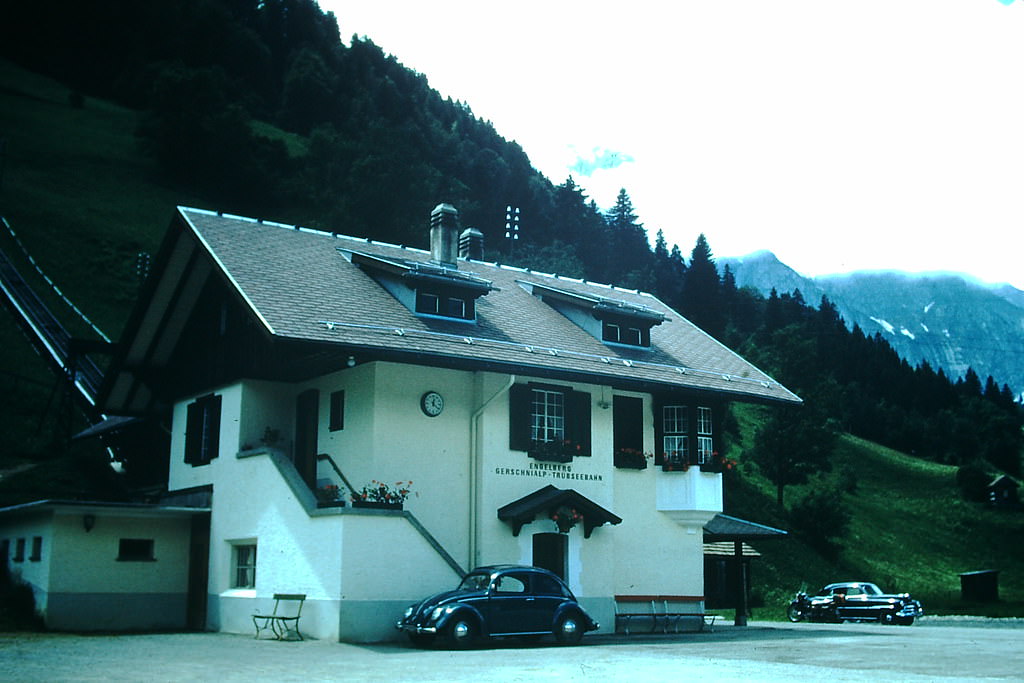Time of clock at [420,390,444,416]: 12:21
